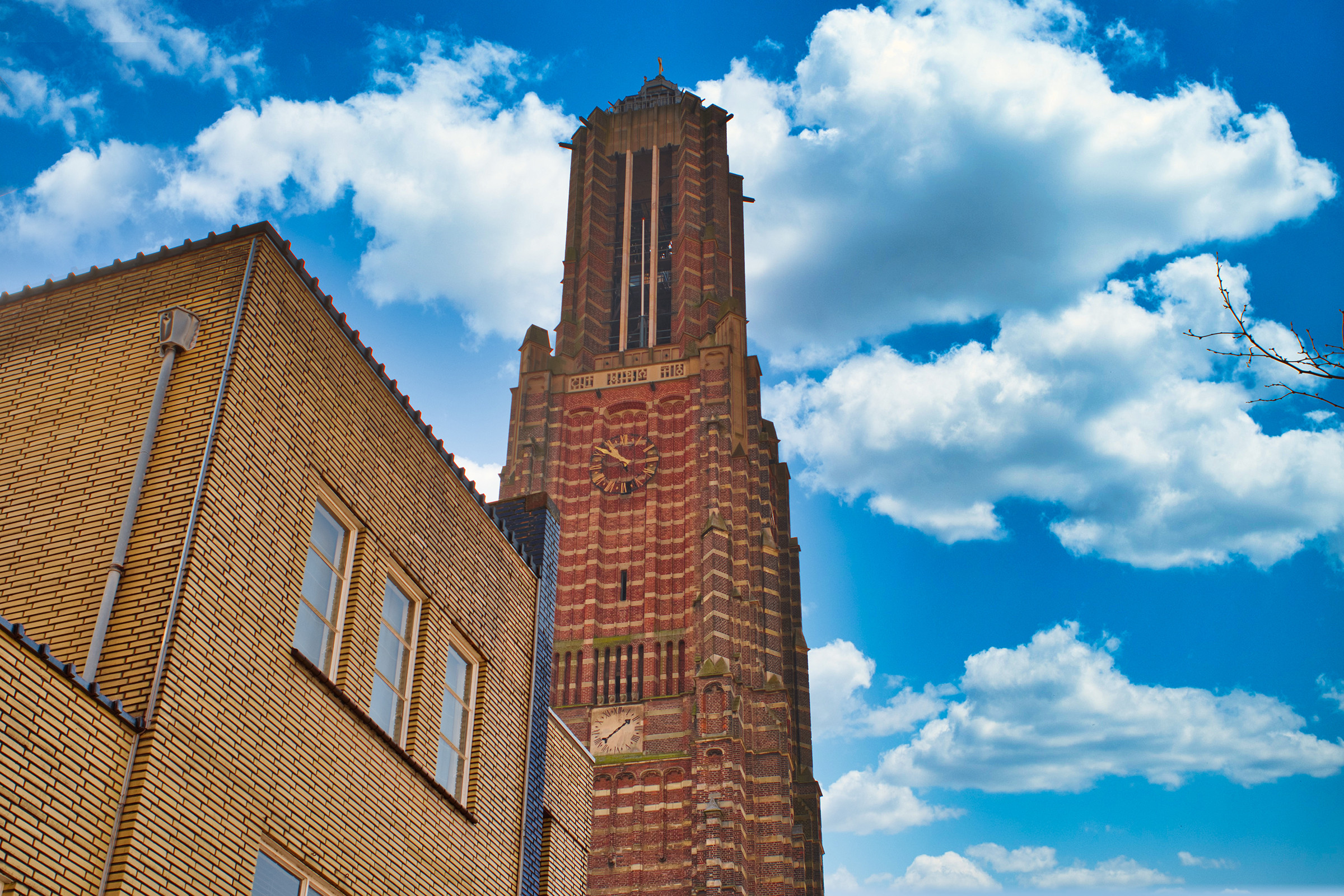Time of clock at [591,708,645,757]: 1:38
